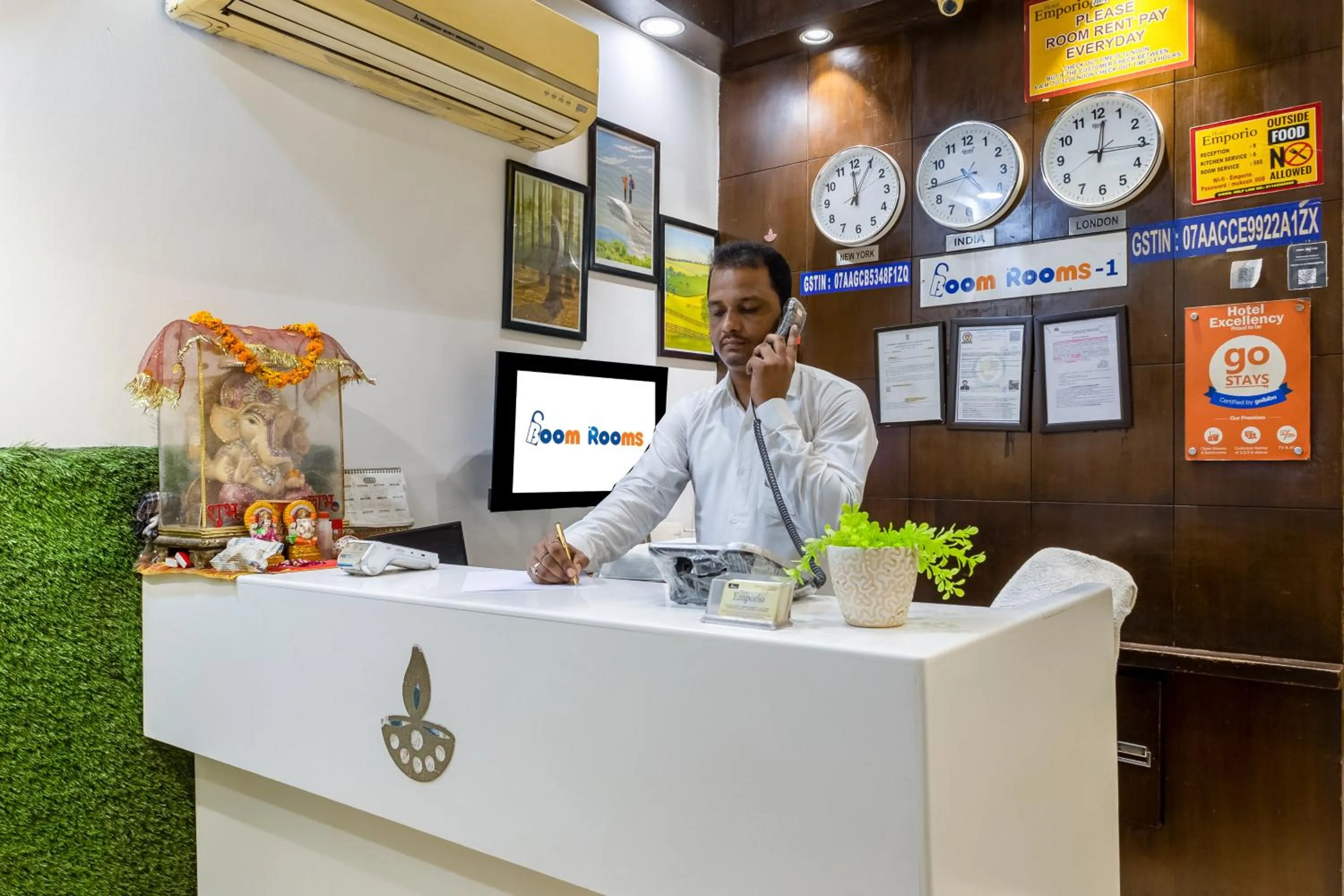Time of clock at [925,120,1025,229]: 4:43
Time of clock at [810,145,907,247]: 12:05
